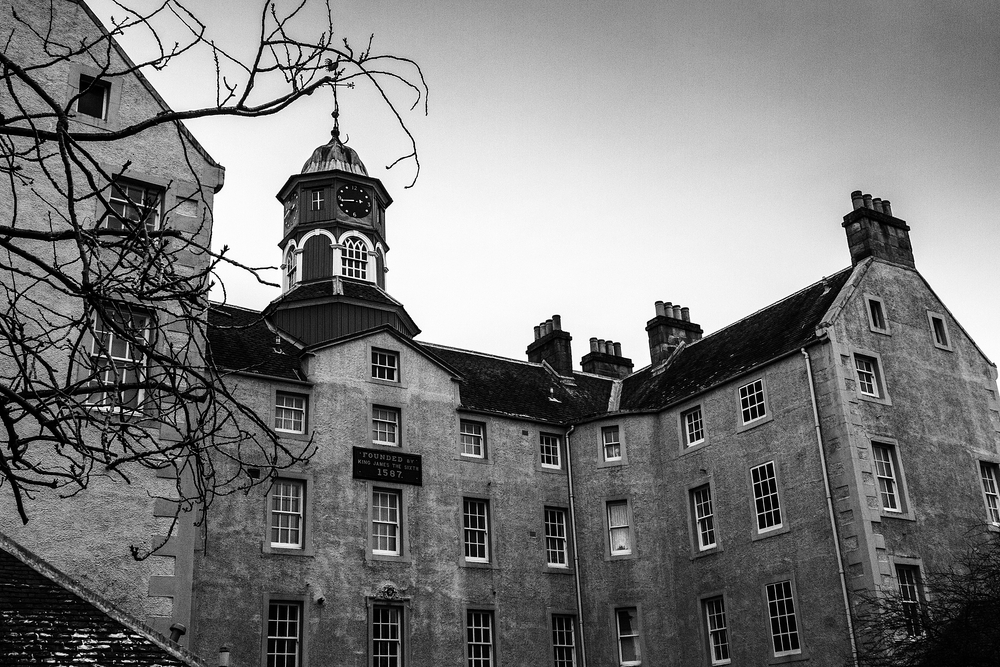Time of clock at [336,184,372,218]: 8:43
